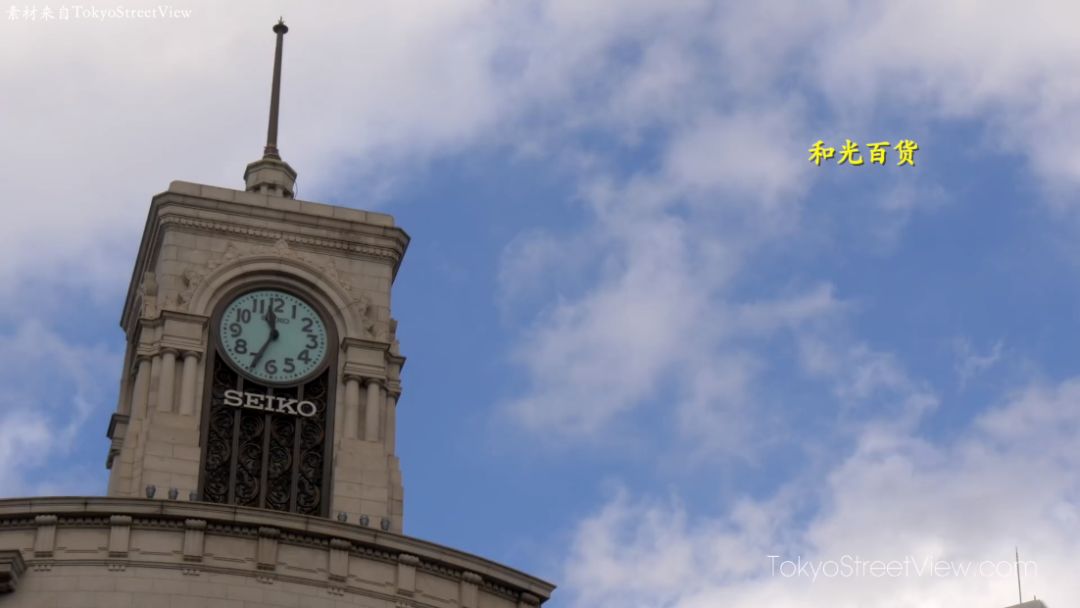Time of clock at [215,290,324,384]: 11:34
